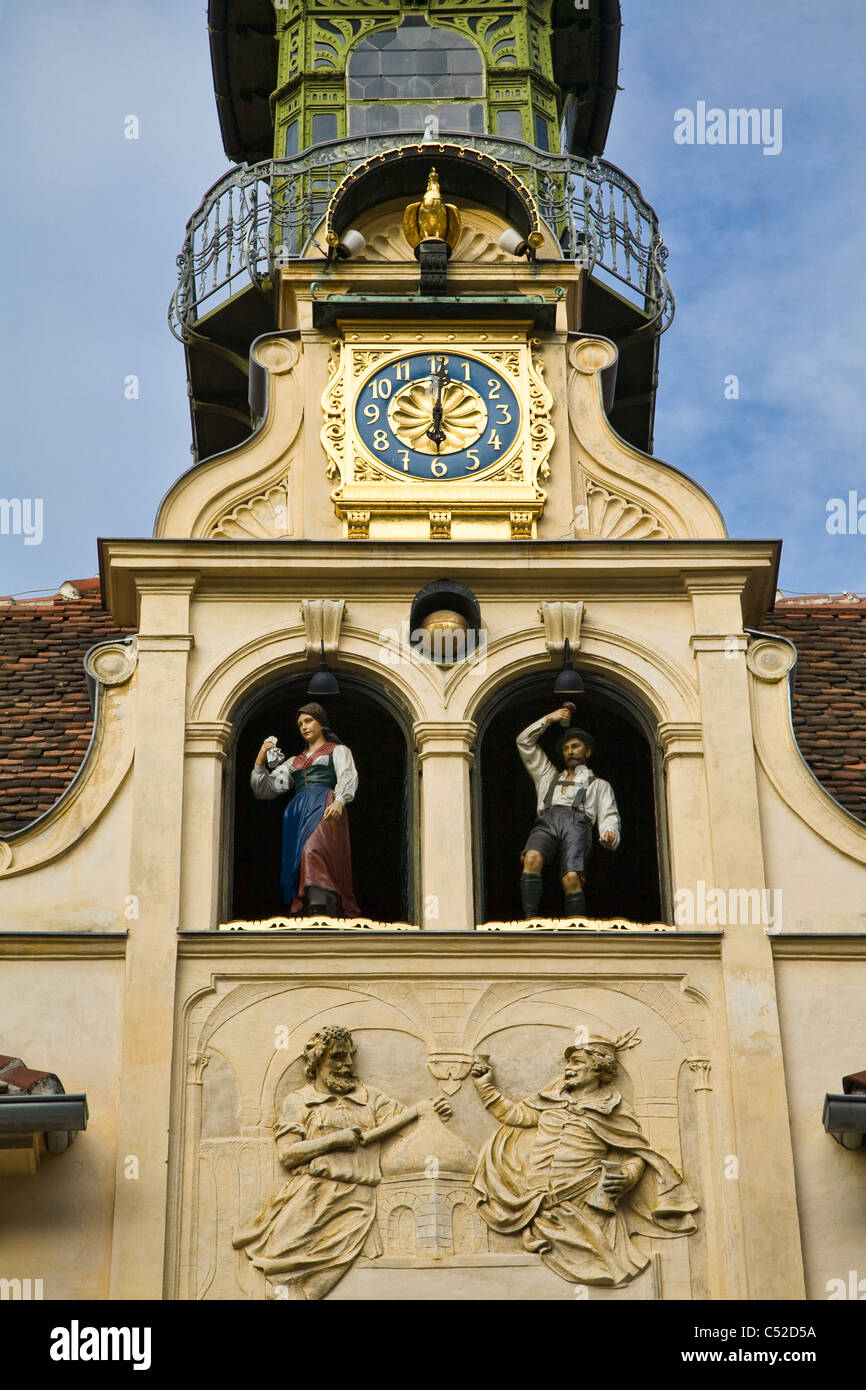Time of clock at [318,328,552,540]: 6:00
